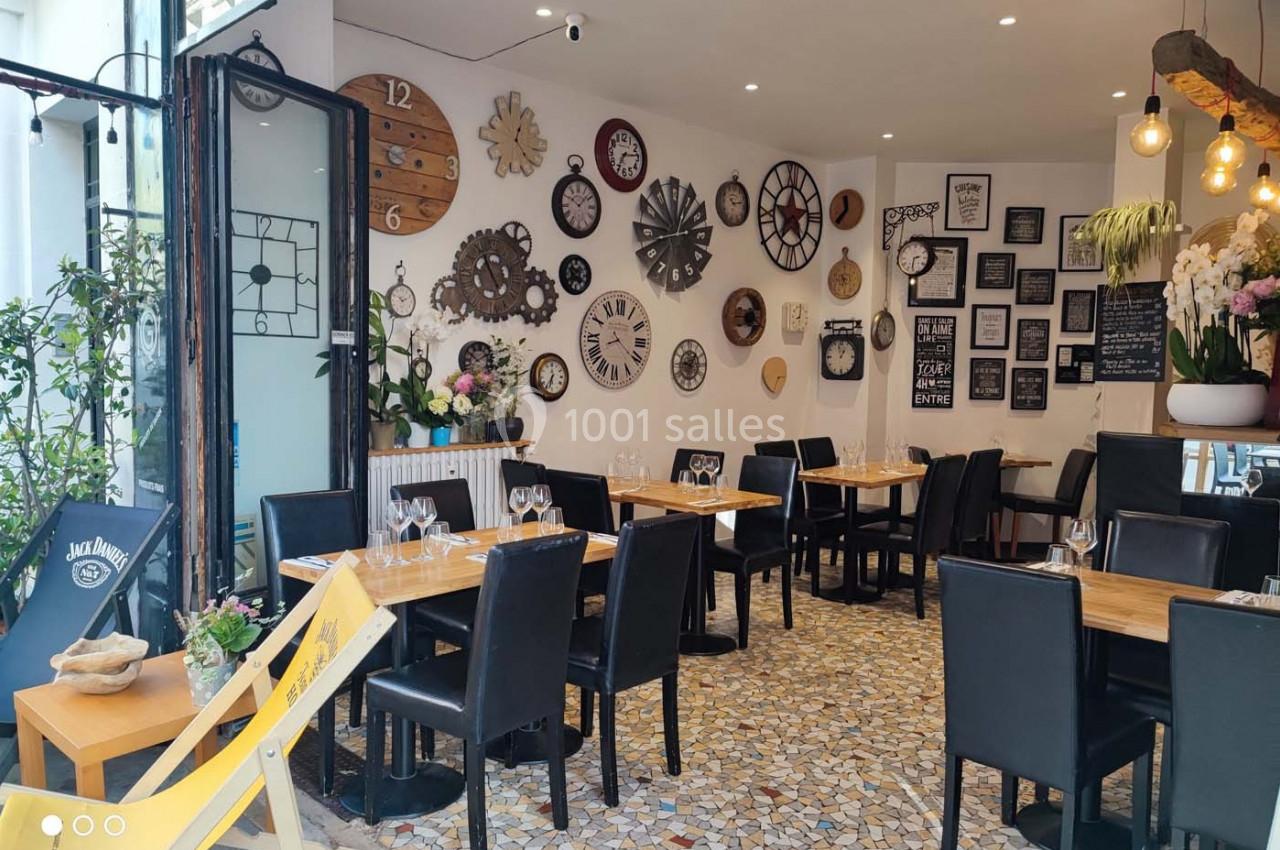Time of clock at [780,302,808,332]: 8:01
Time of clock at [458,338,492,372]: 10:10
